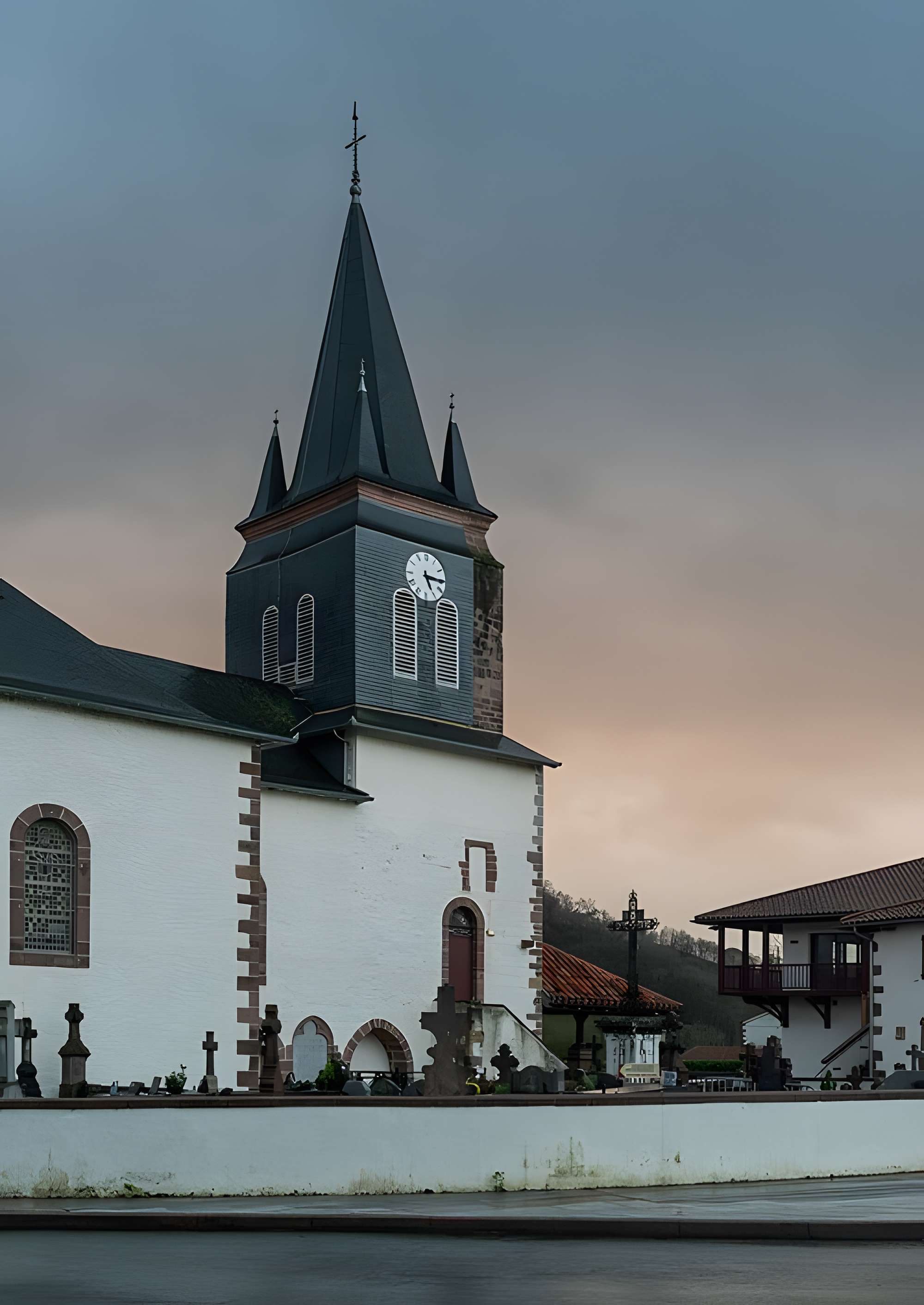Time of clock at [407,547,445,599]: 5:15
